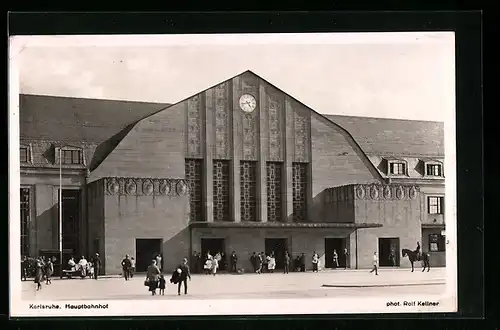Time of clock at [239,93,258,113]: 4:42
